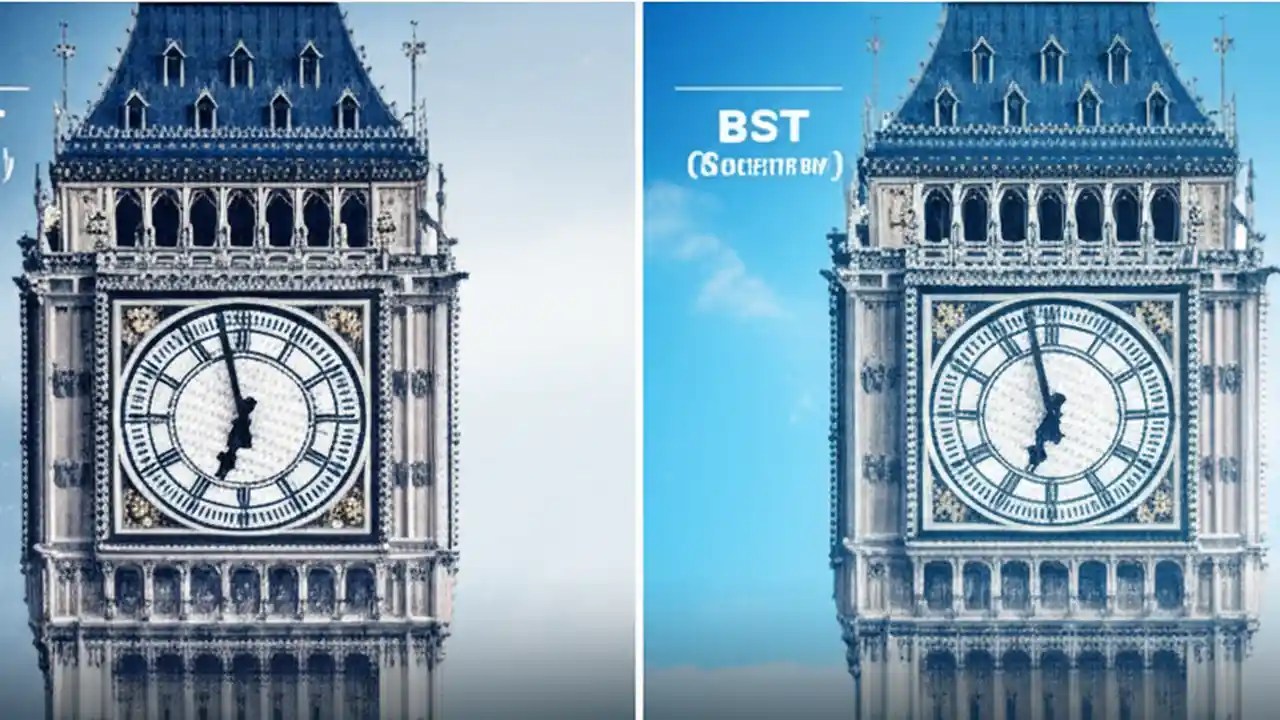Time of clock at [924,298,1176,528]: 6:57
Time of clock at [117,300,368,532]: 6:57
